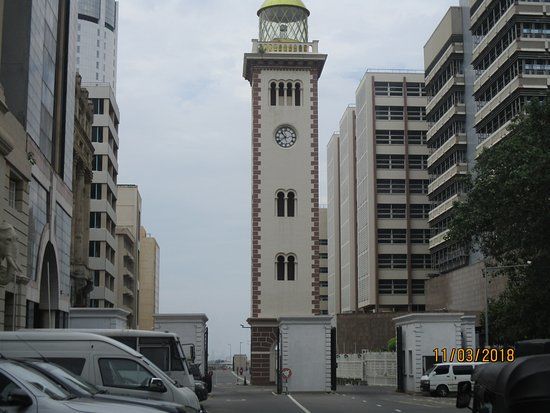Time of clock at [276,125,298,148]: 10:39
